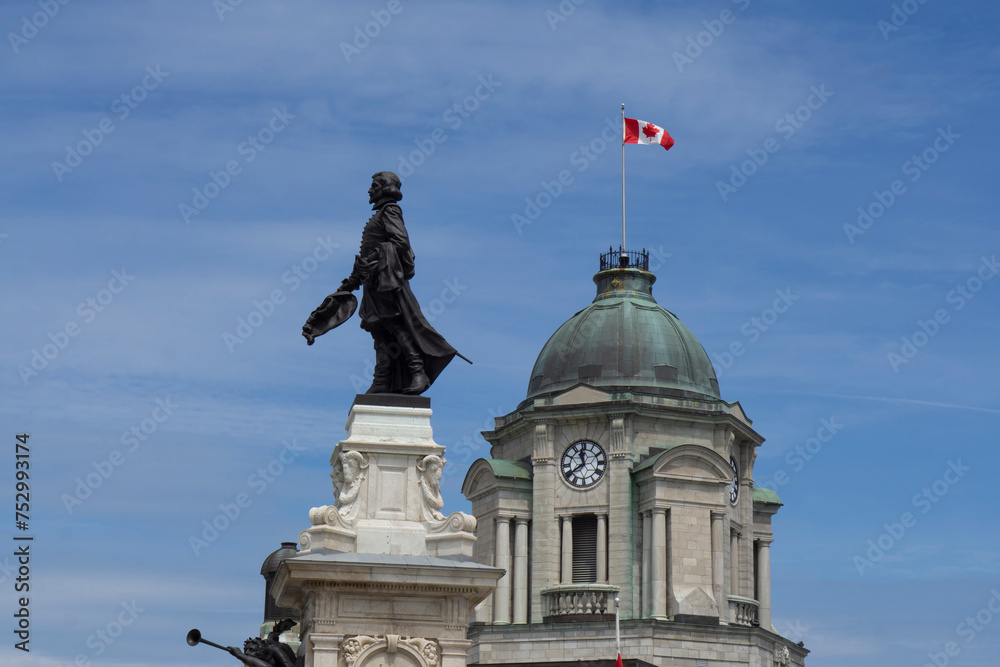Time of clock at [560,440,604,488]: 11:39
